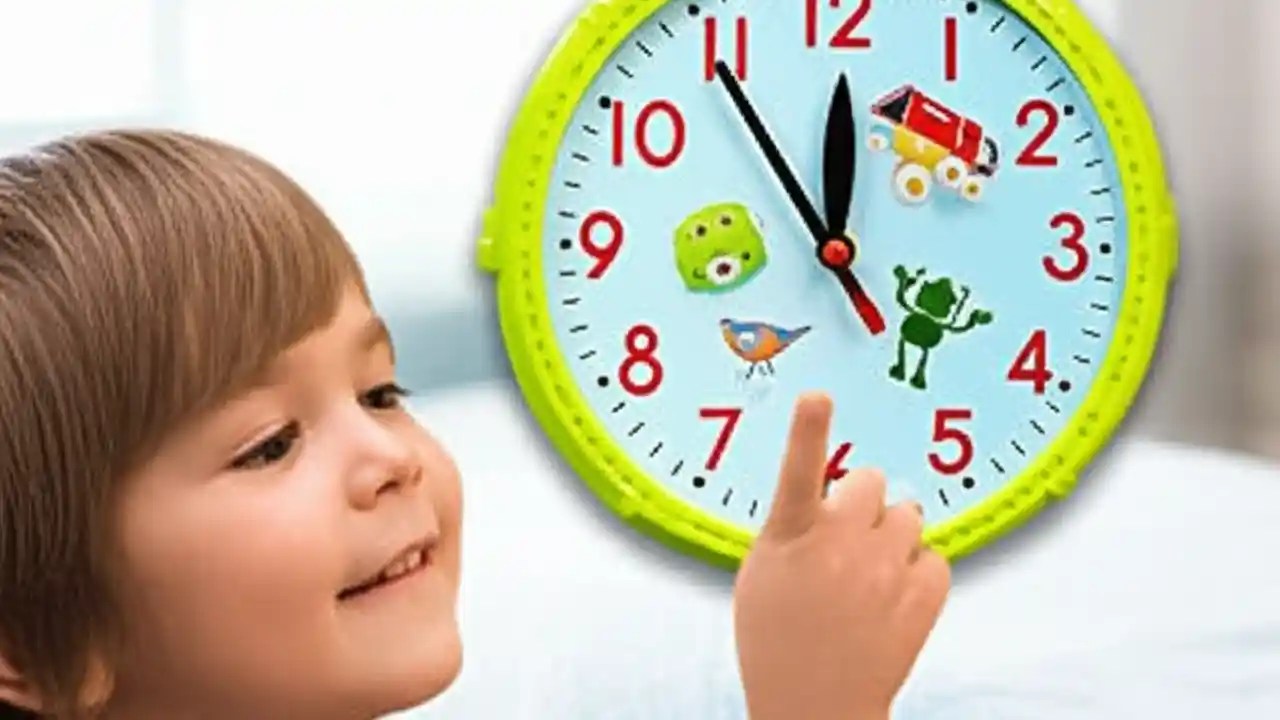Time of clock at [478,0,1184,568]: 11:54
